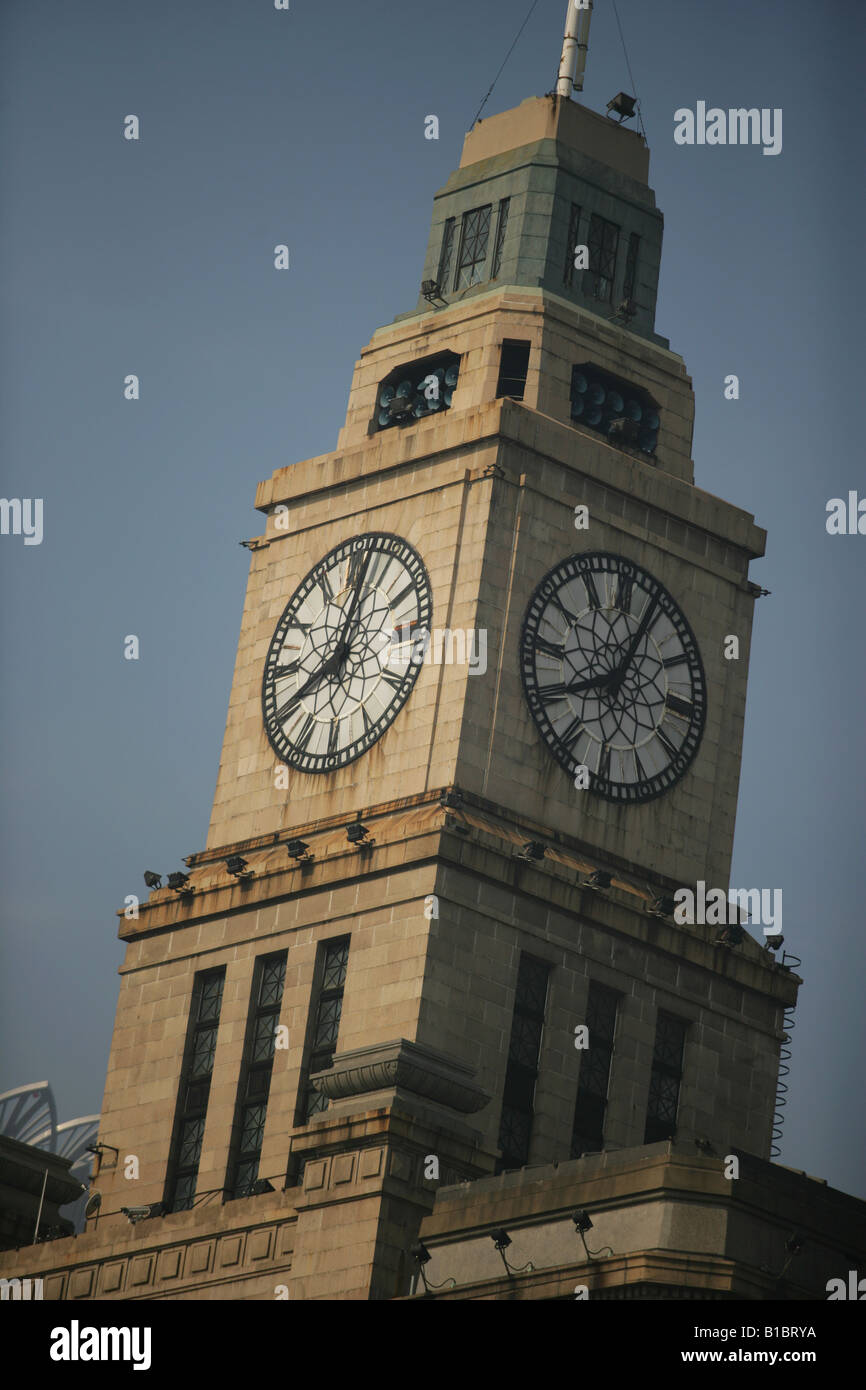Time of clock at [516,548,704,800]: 8:03
